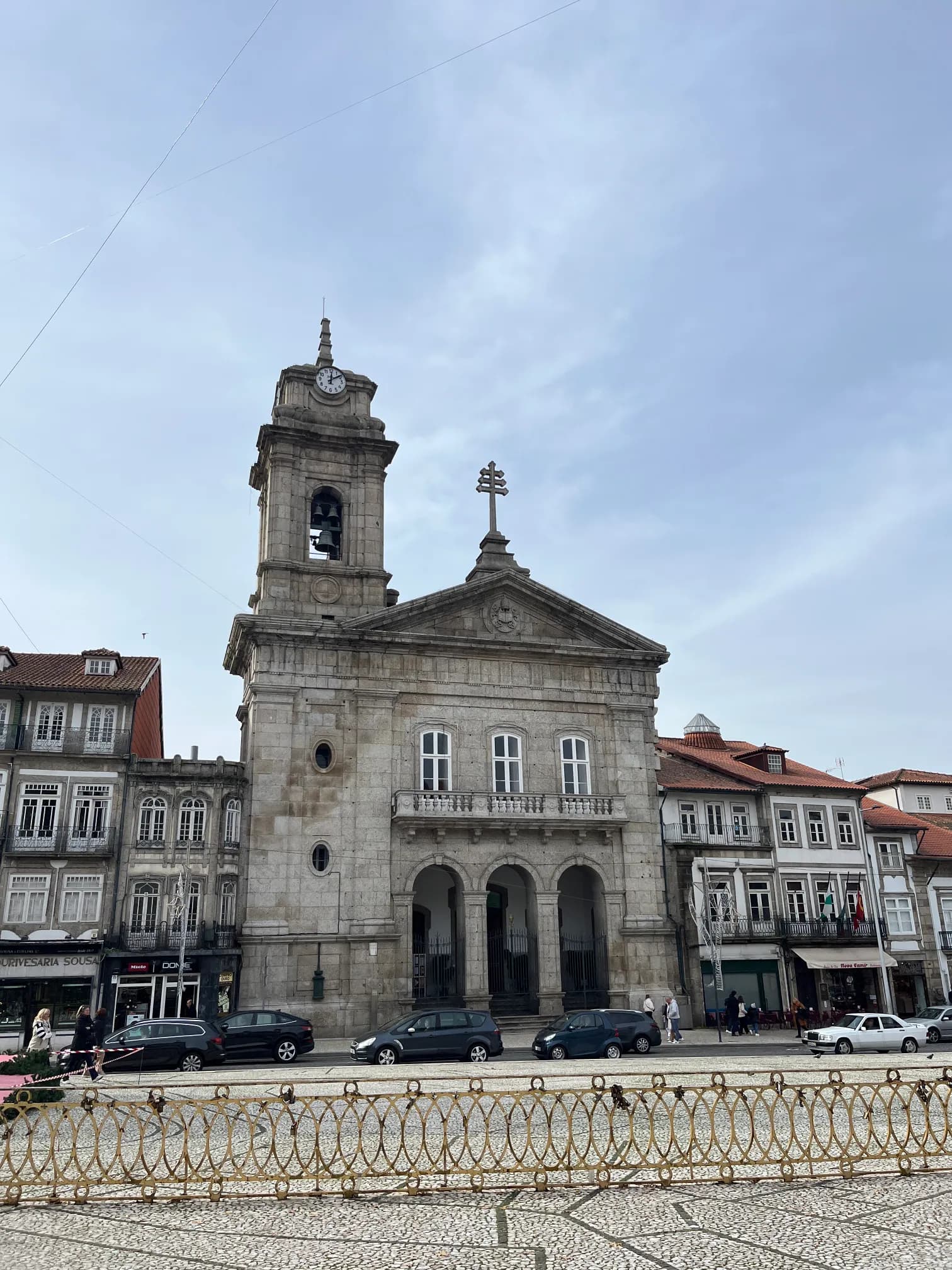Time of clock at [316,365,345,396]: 12:09
